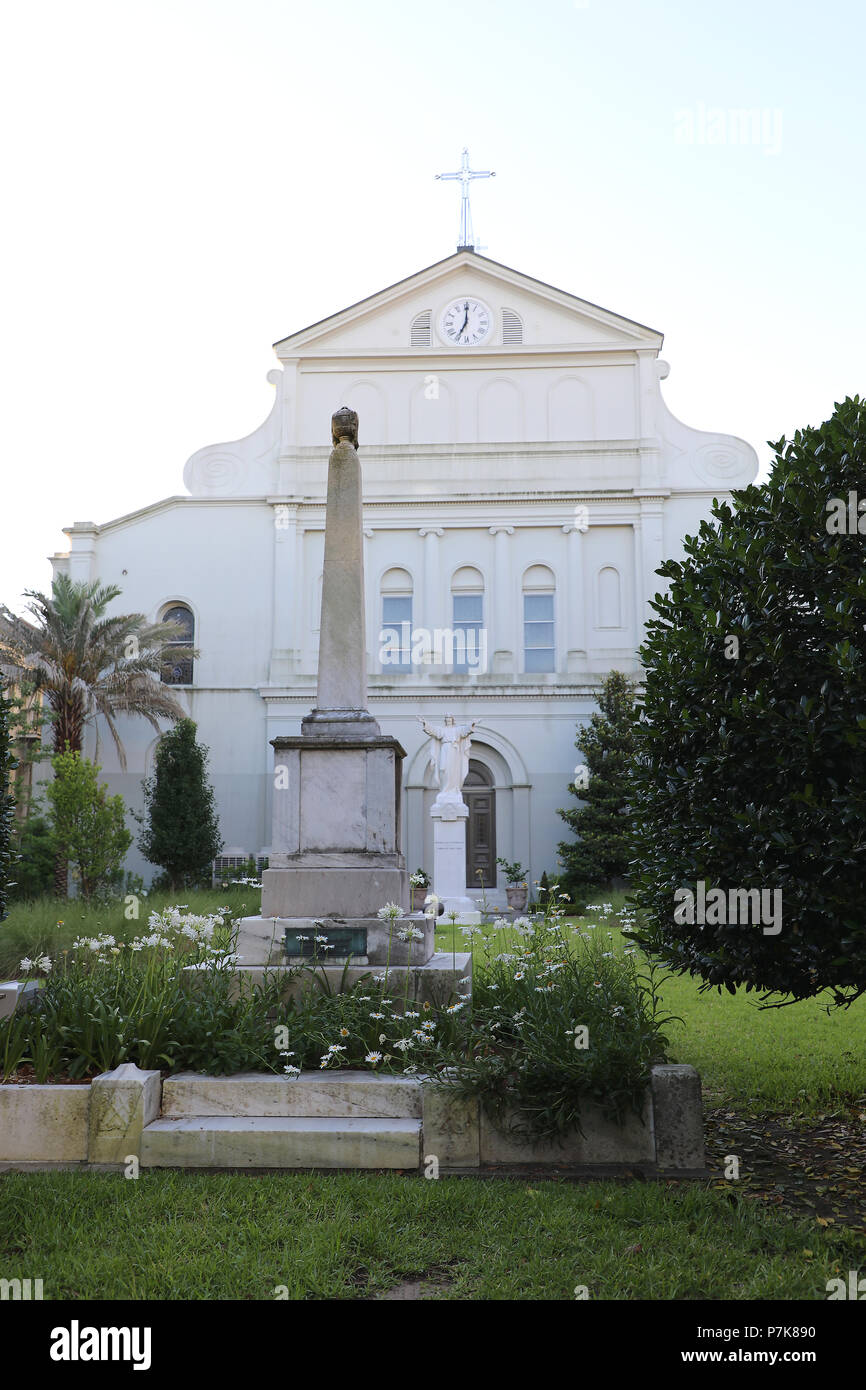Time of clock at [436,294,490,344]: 7:00
